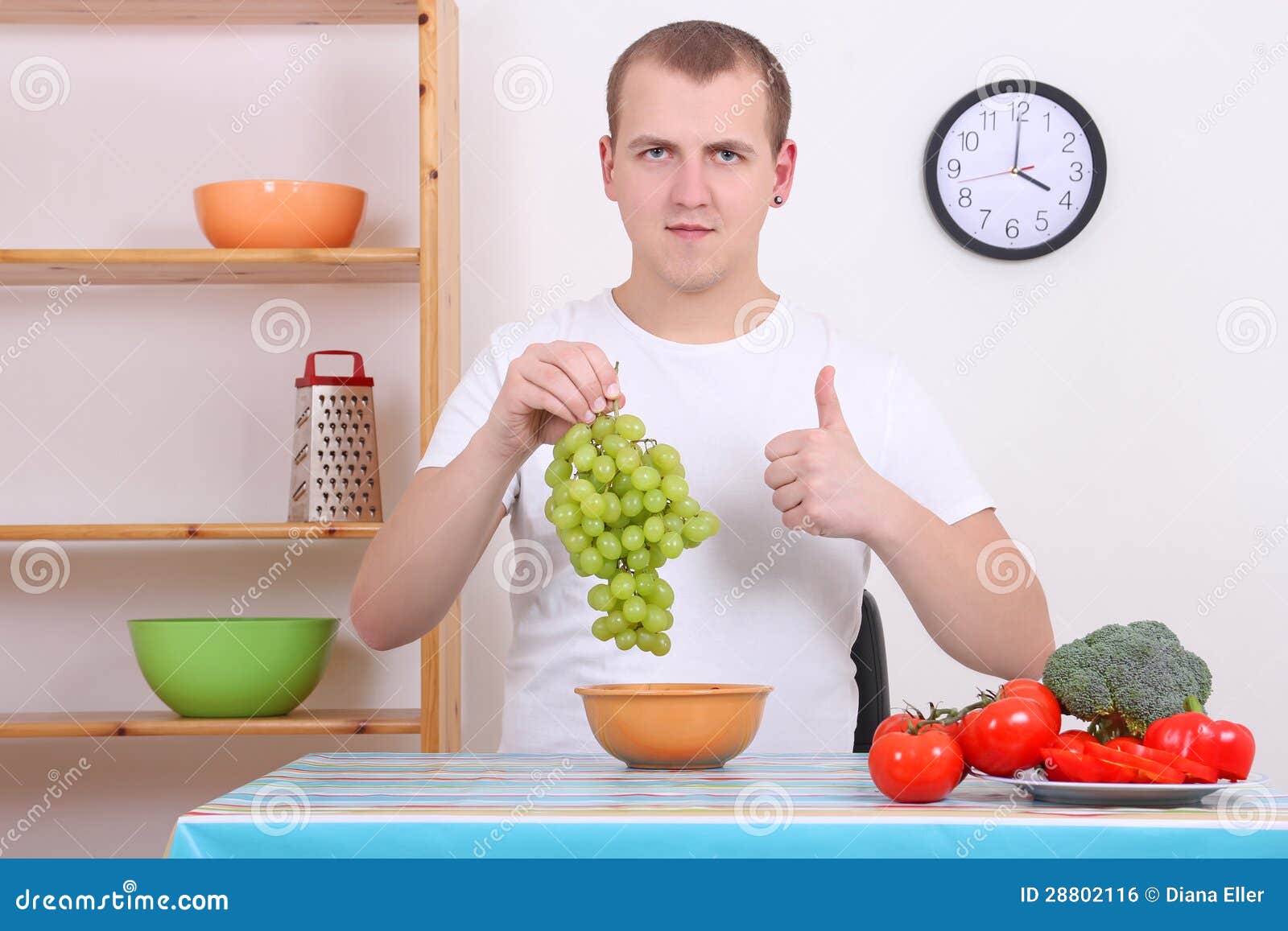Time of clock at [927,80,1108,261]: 4:00
